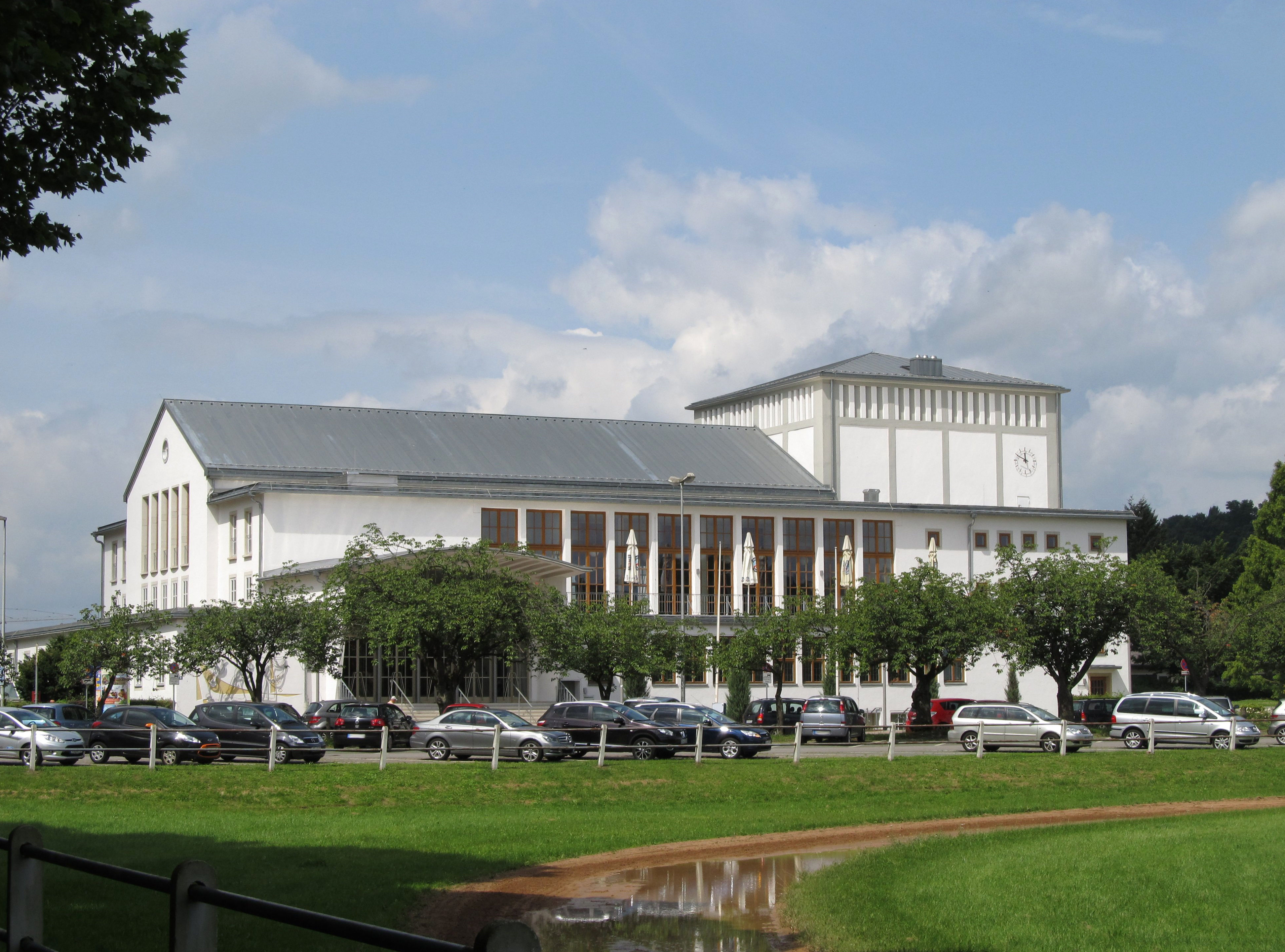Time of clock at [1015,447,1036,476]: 11:49
